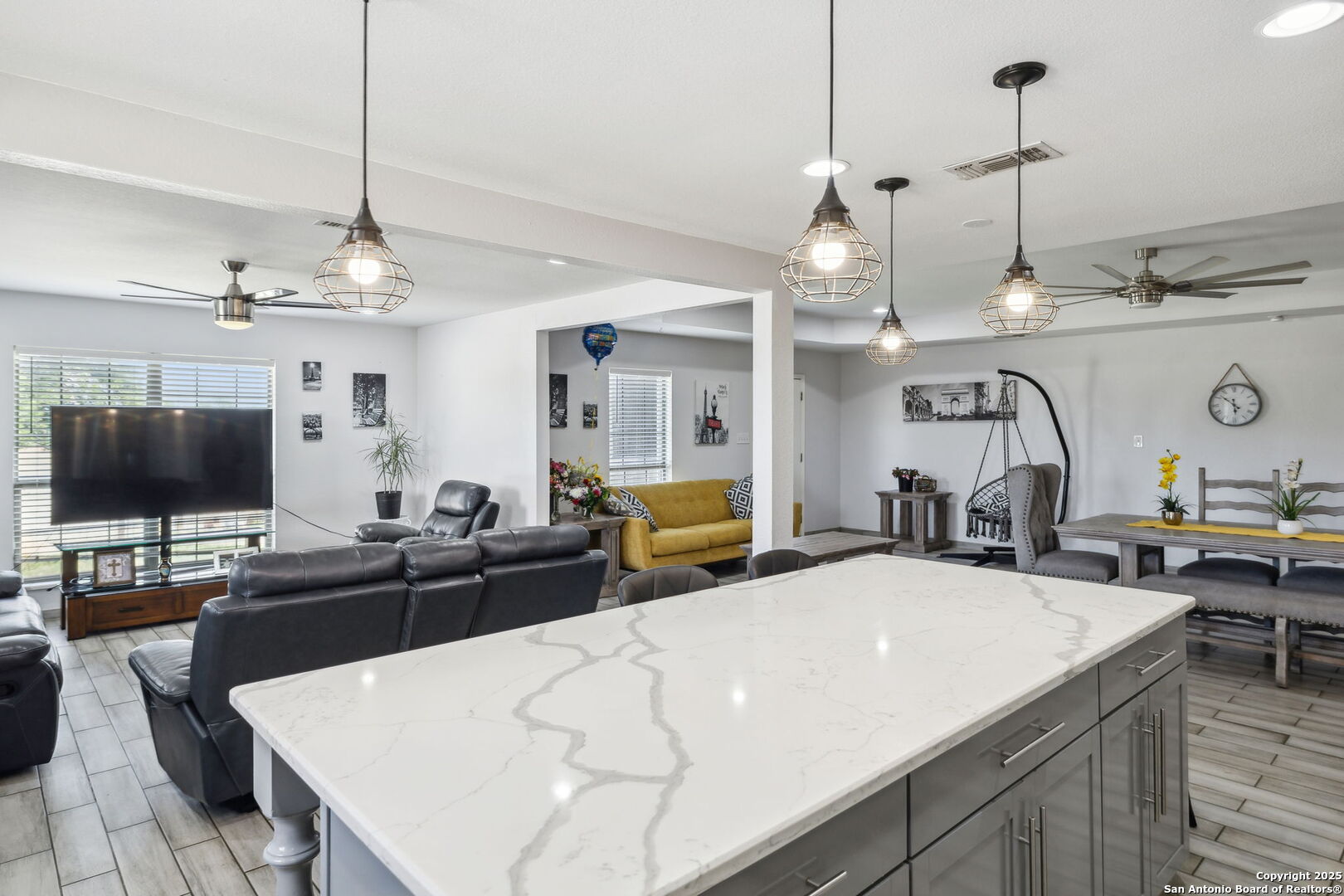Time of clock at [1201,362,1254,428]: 5:51
